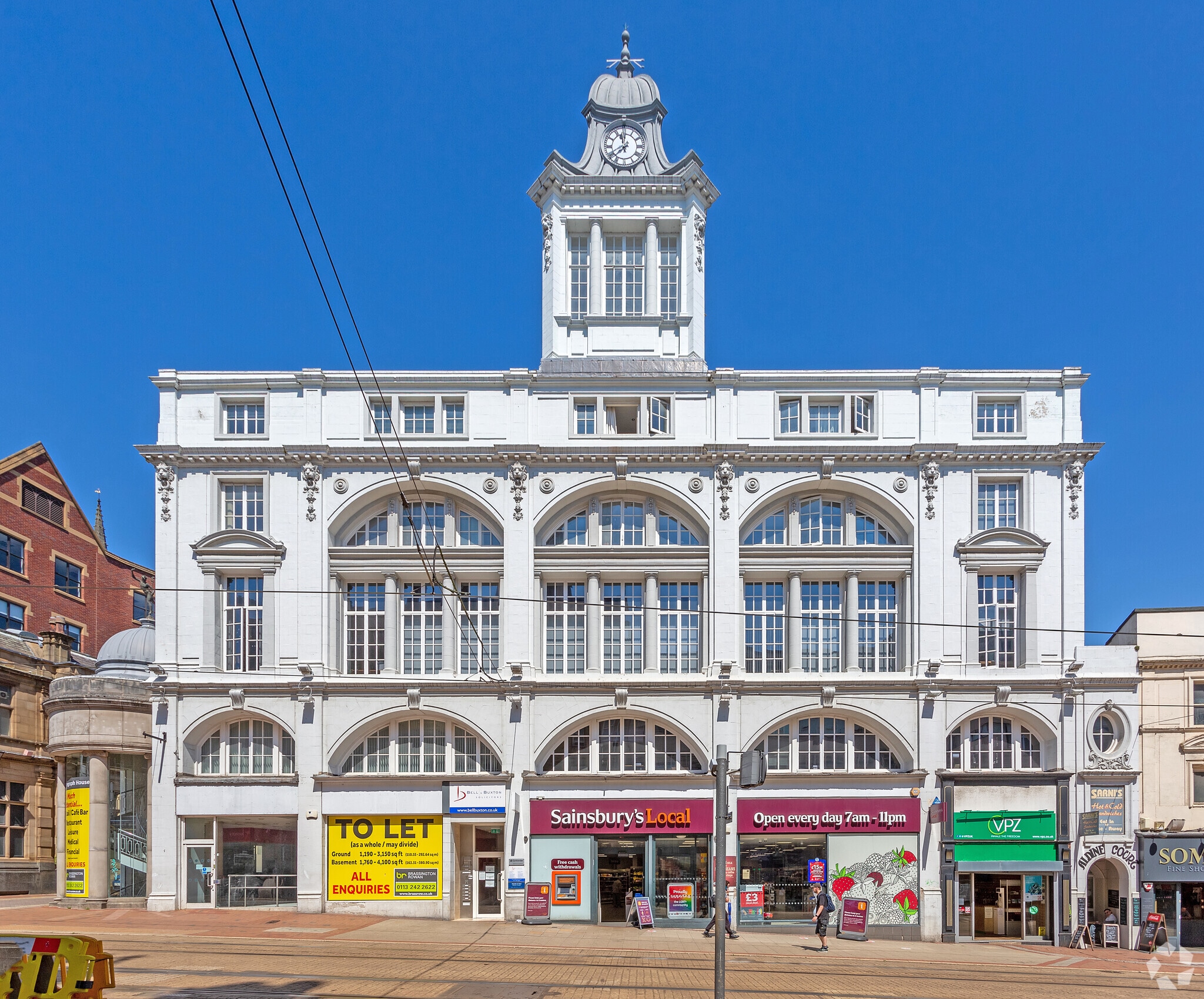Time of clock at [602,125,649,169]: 11:37
